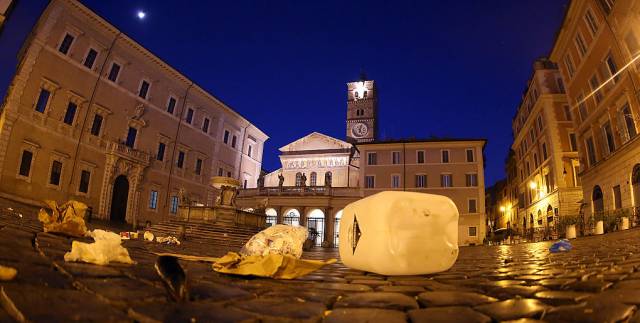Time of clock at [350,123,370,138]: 5:02
